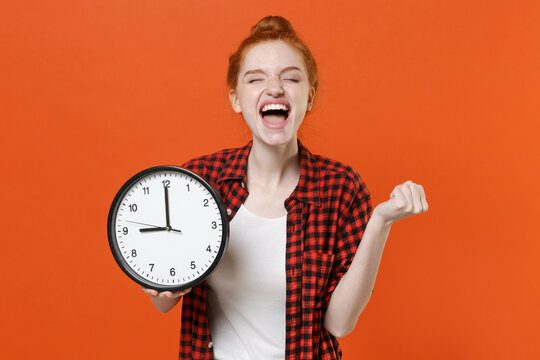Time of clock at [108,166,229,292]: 8:59
